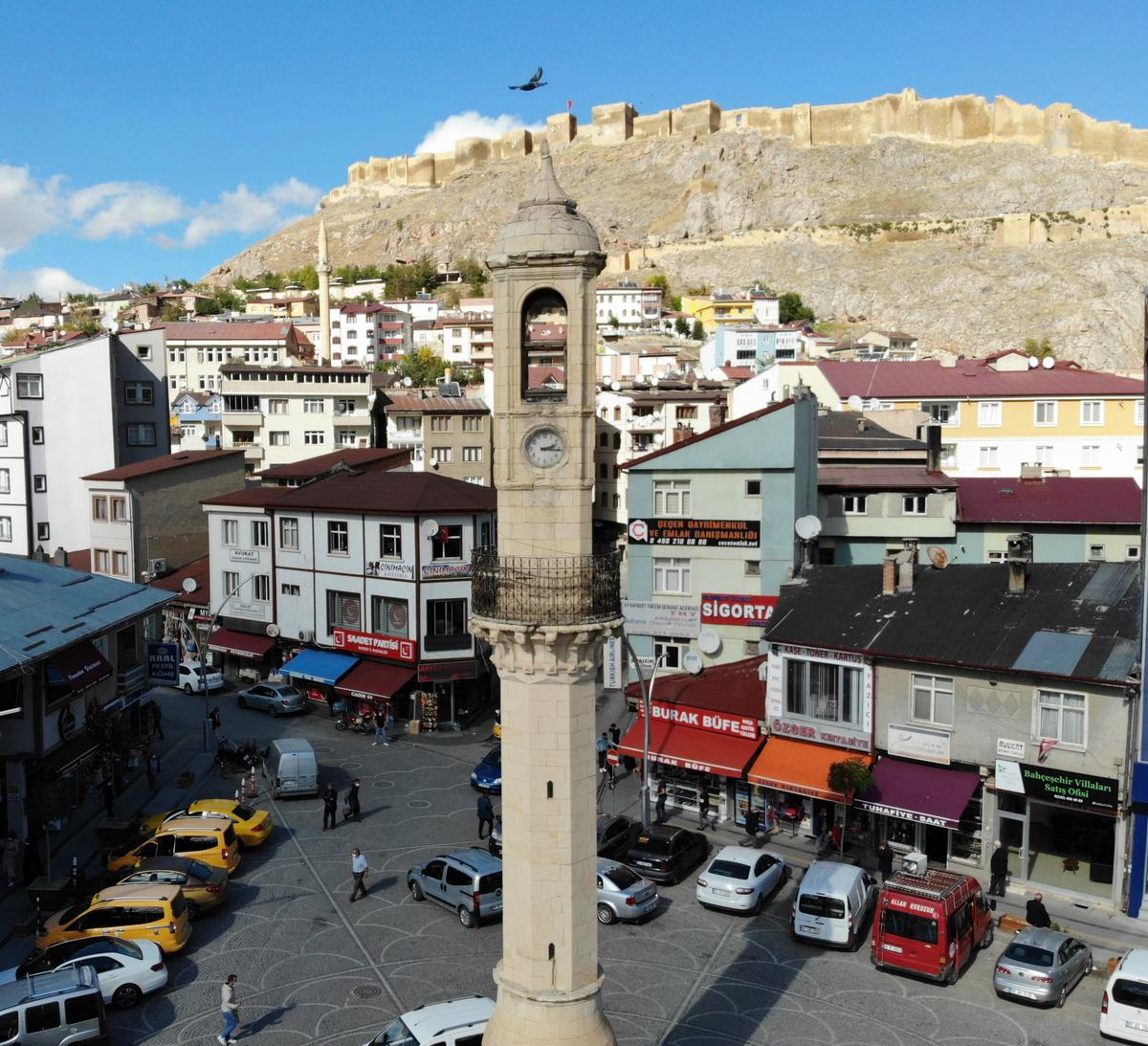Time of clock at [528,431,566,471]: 2:16
